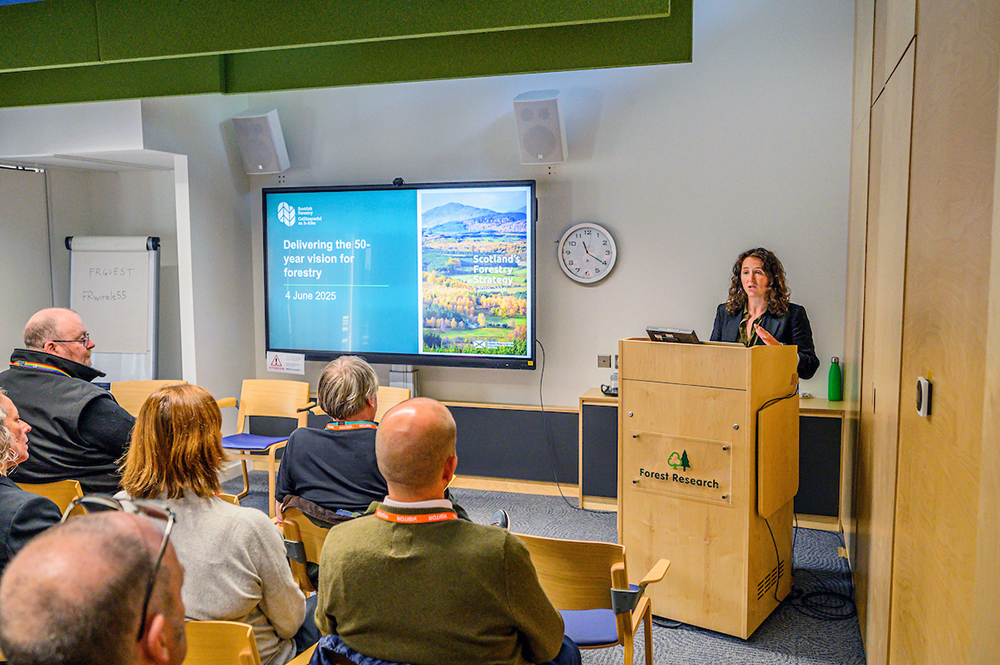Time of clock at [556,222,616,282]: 11:20
